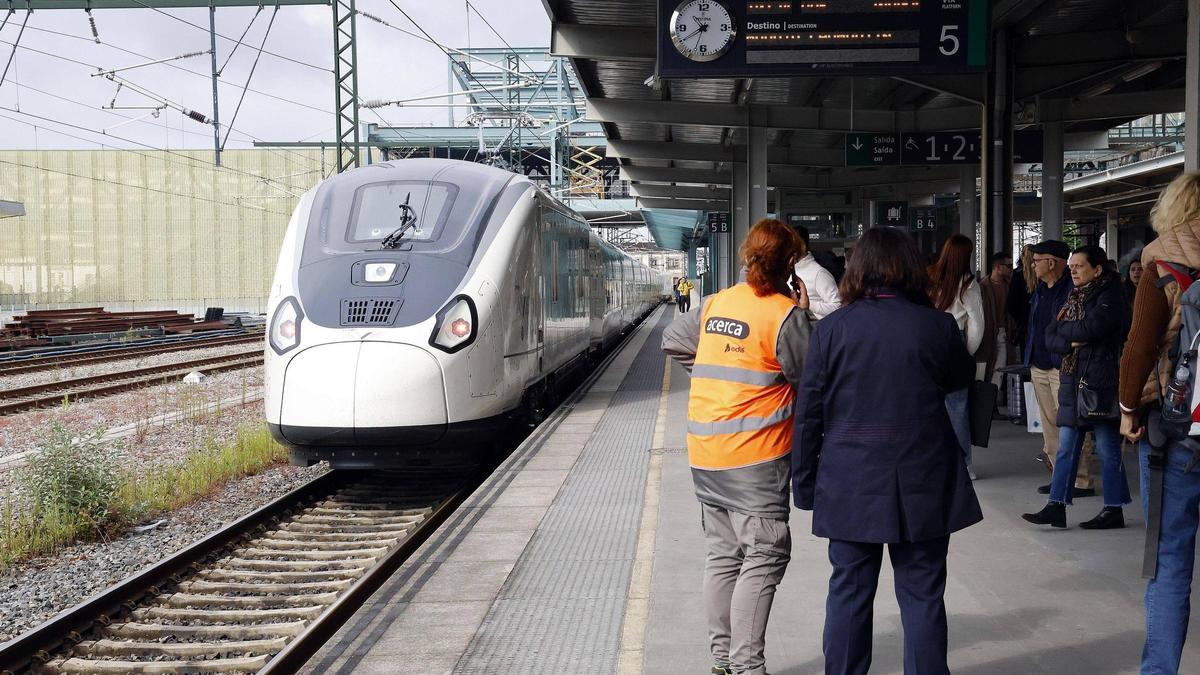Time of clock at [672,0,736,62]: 10:39
